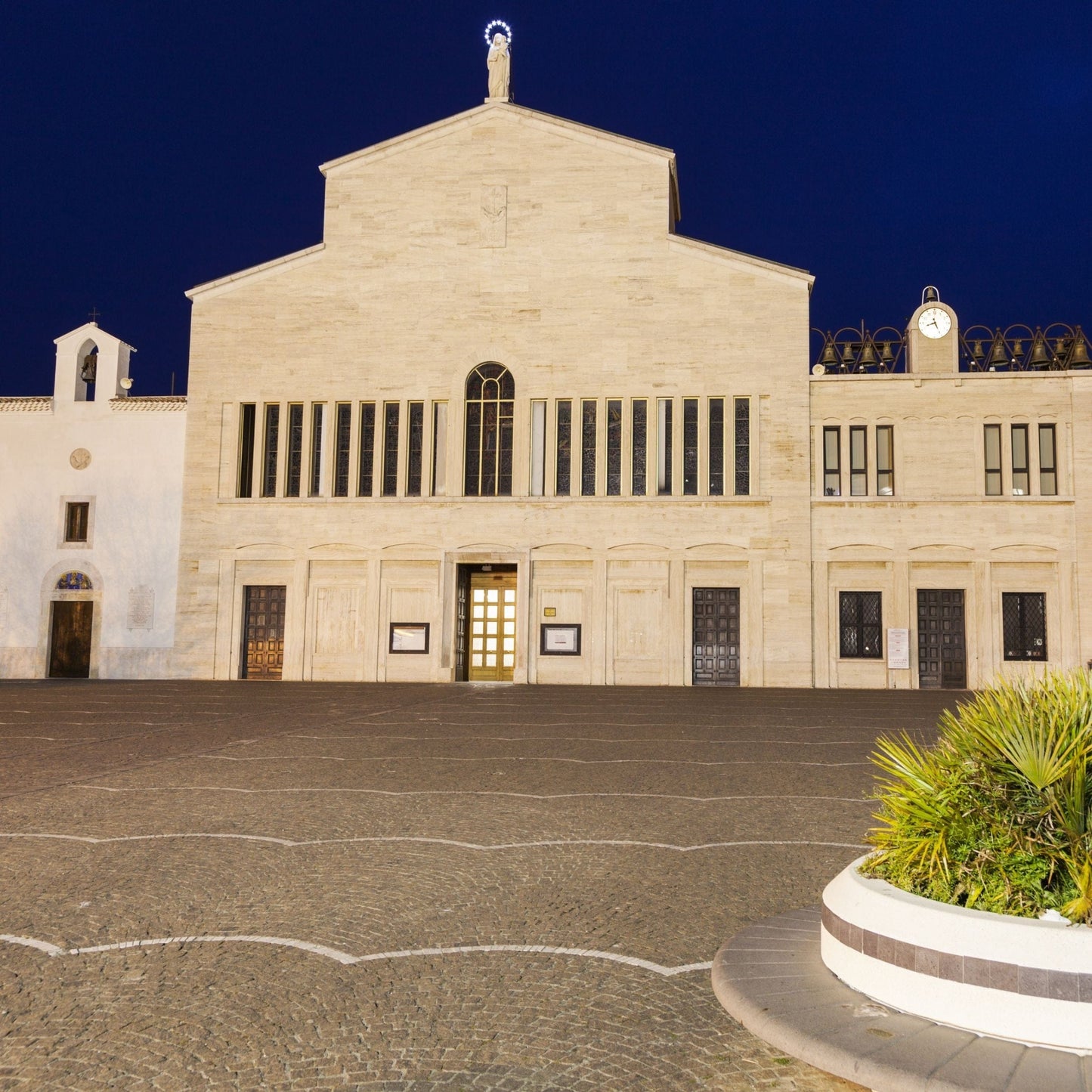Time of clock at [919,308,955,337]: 8:25
